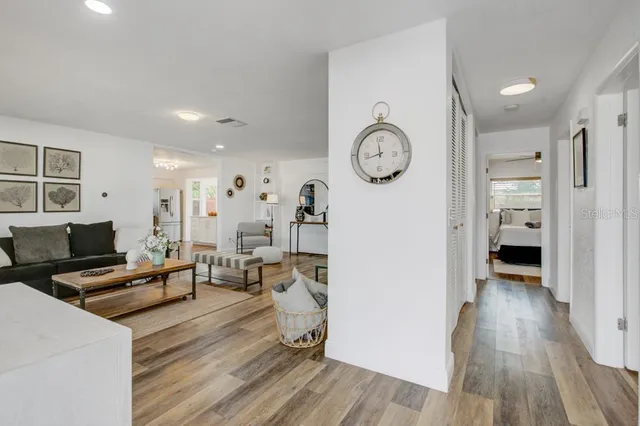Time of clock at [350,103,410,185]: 11:42
